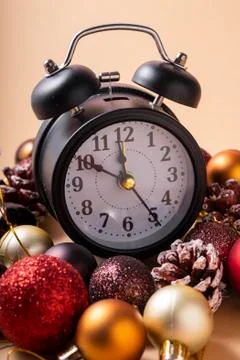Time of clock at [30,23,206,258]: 11:50
